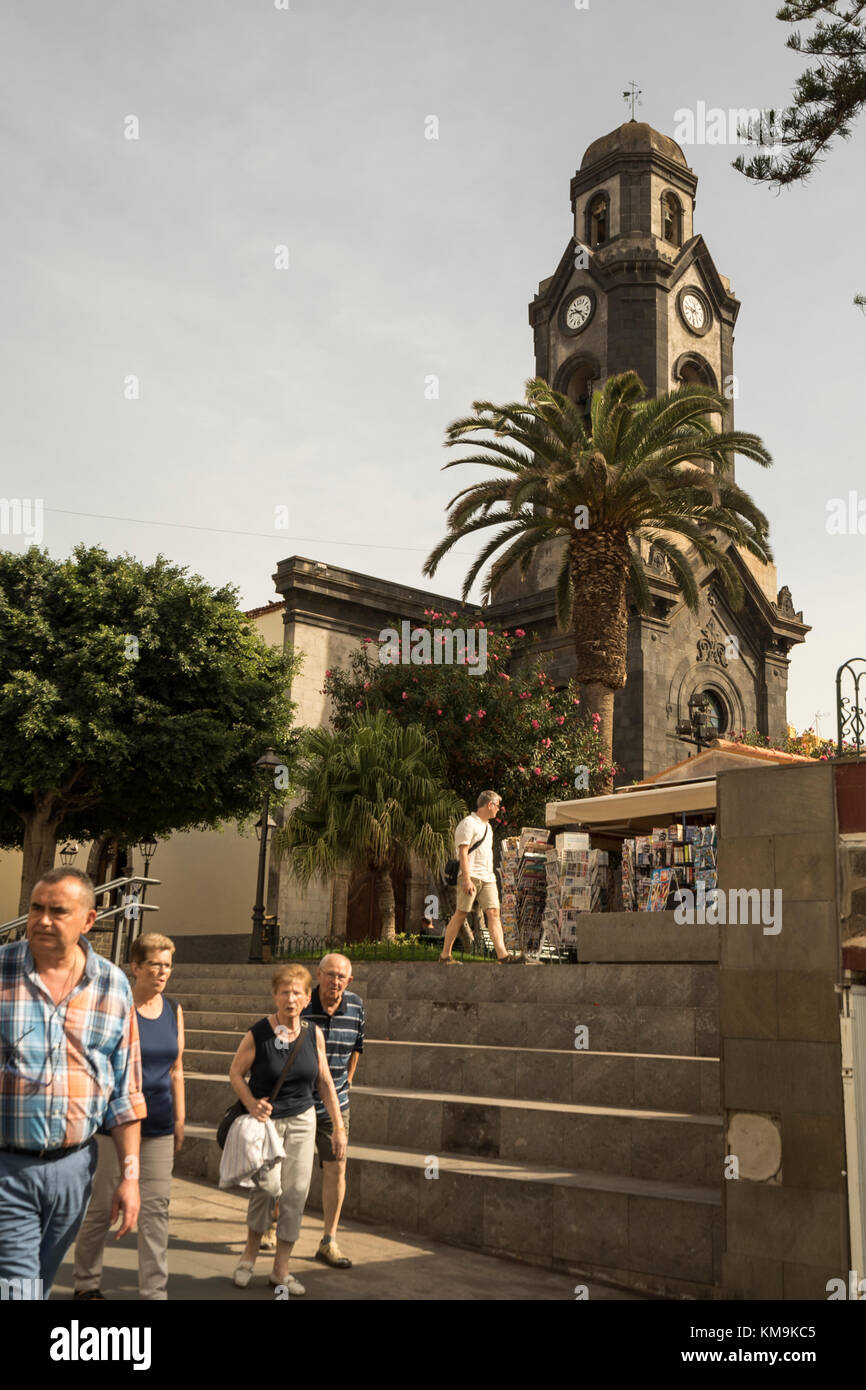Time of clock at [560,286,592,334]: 9:22
